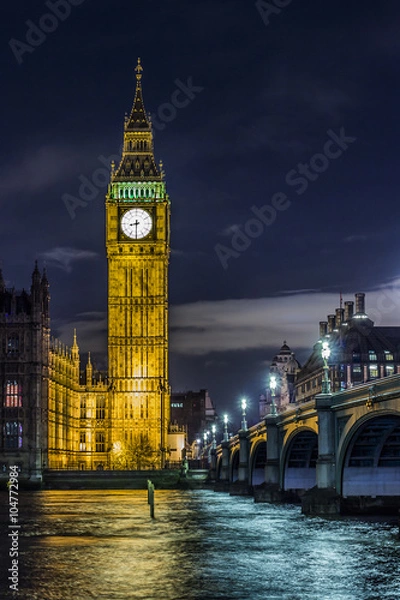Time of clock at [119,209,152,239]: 8:30
